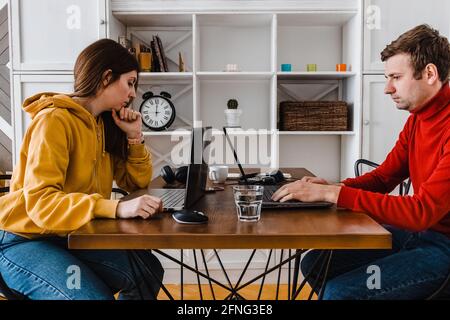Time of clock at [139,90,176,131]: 12:00
